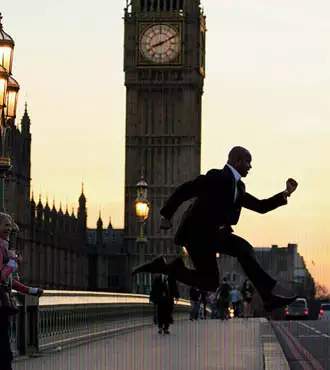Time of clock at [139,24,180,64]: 8:10
